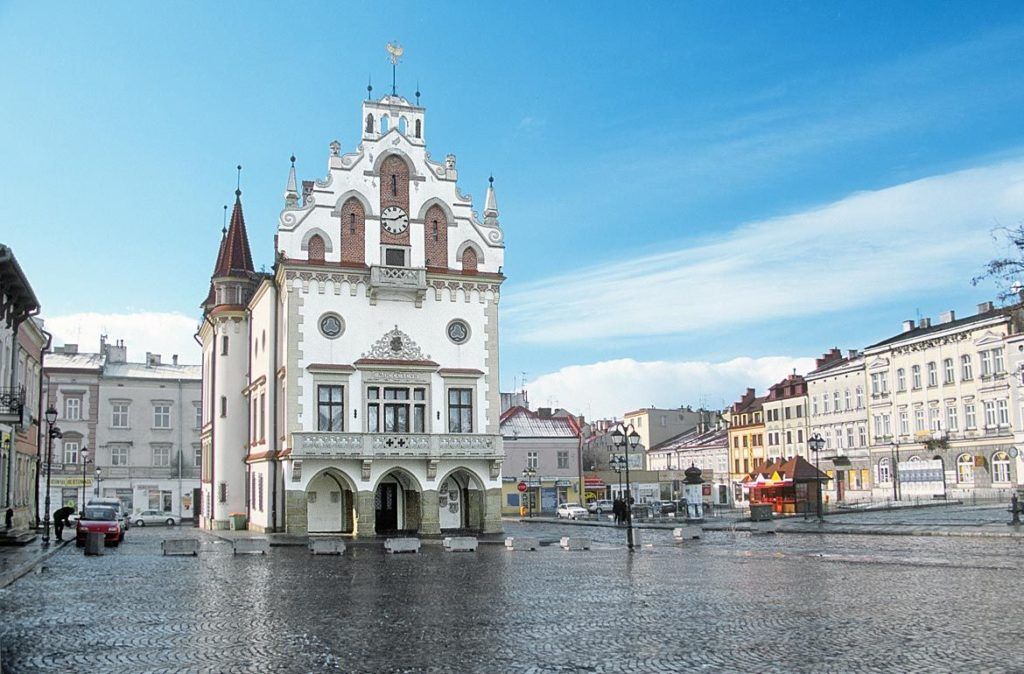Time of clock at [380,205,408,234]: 1:45
